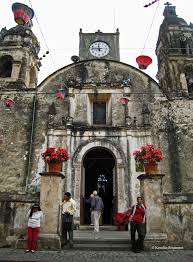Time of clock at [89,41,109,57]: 11:46
